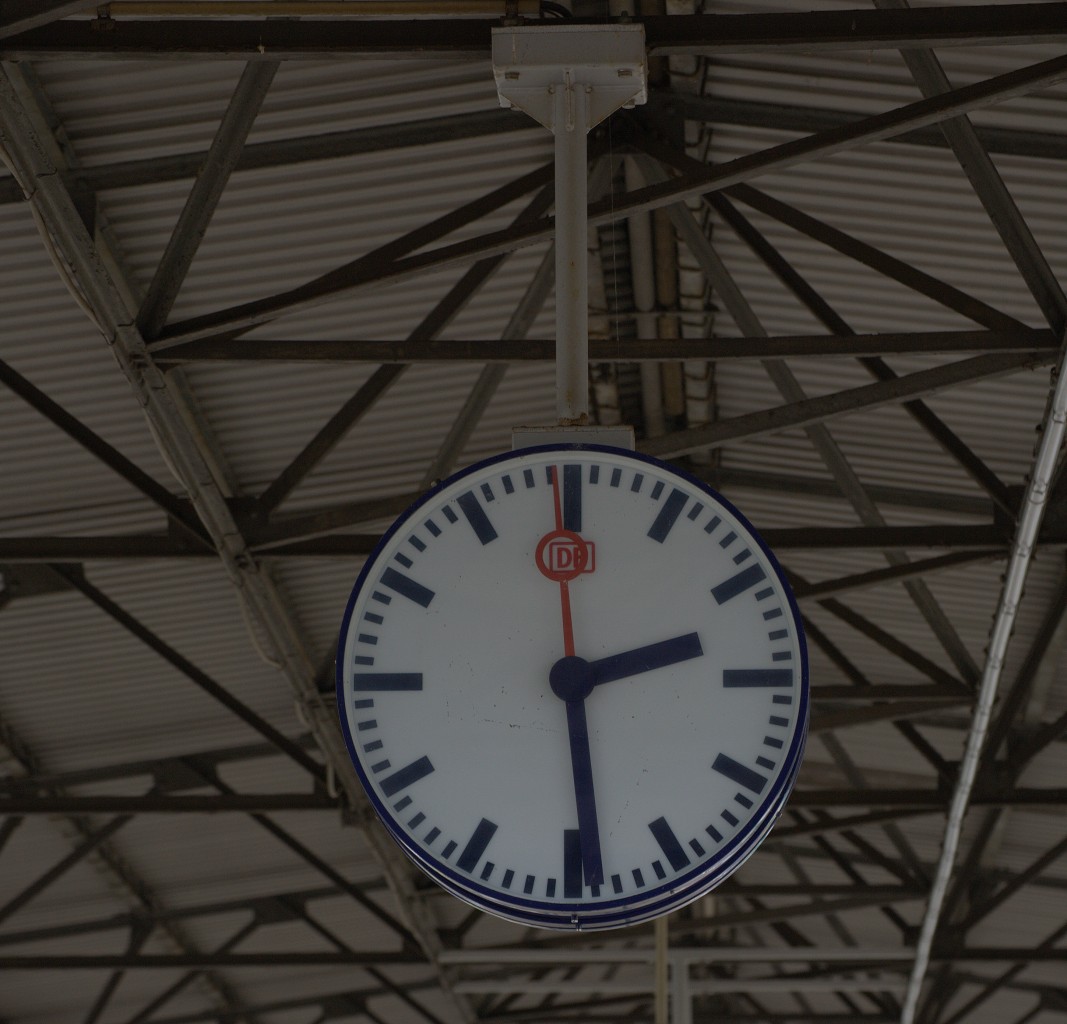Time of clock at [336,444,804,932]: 2:29
